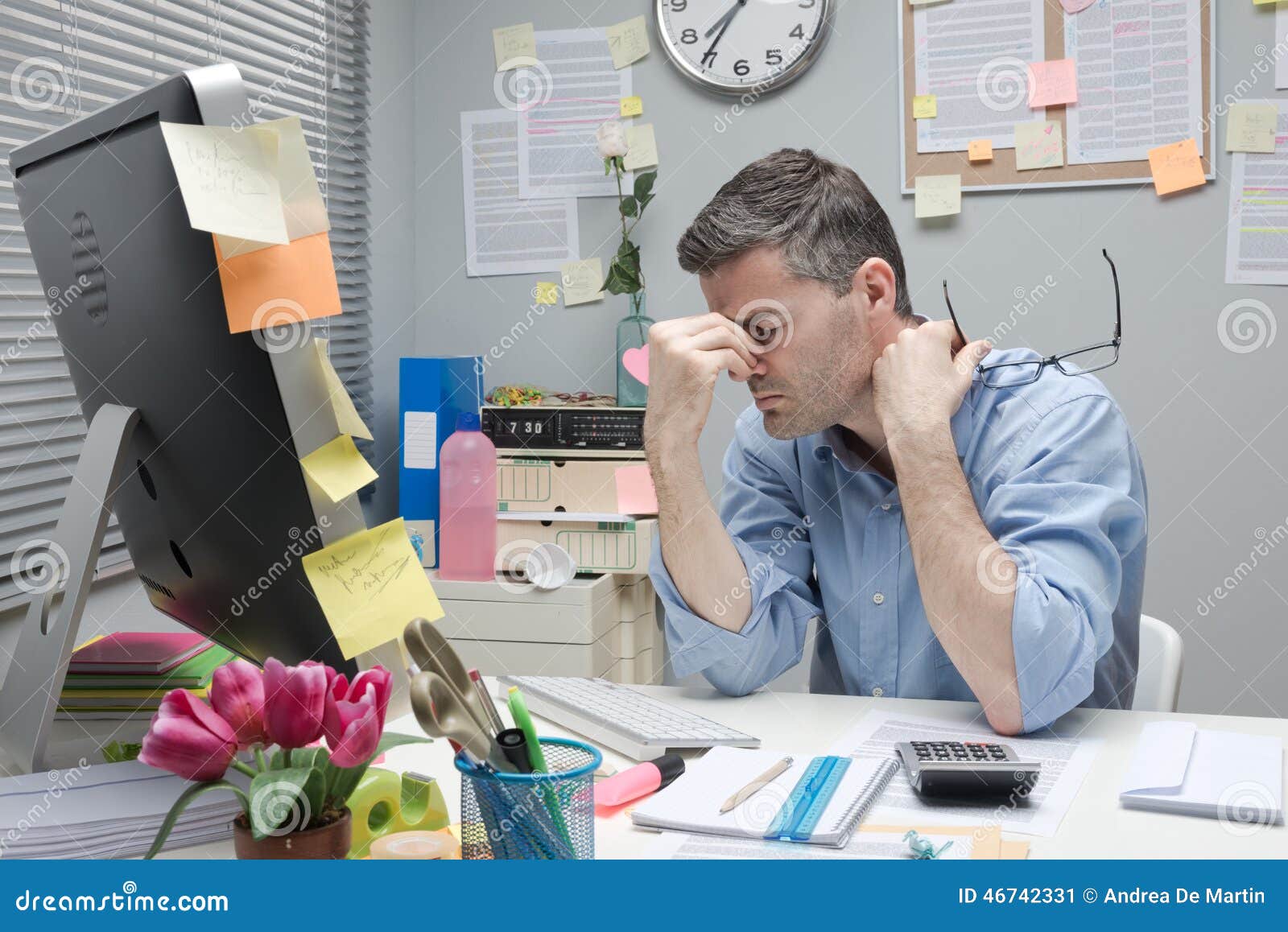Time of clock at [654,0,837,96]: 7:35
